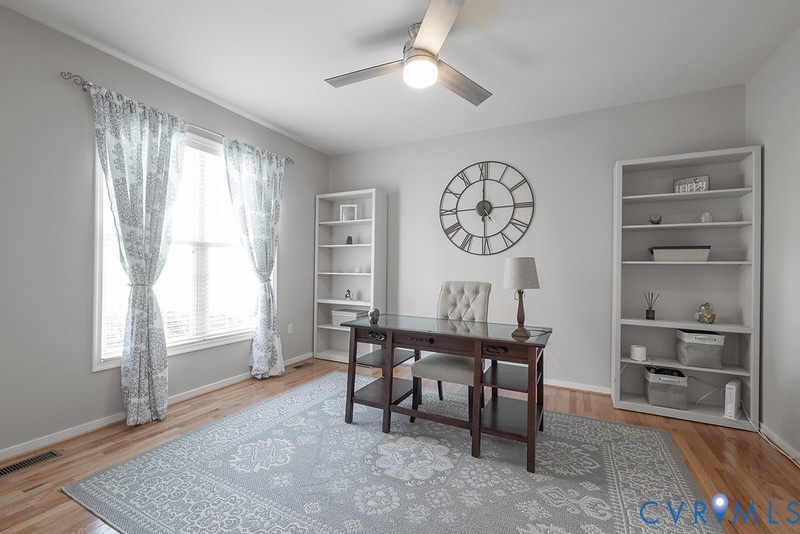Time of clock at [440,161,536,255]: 12:00
